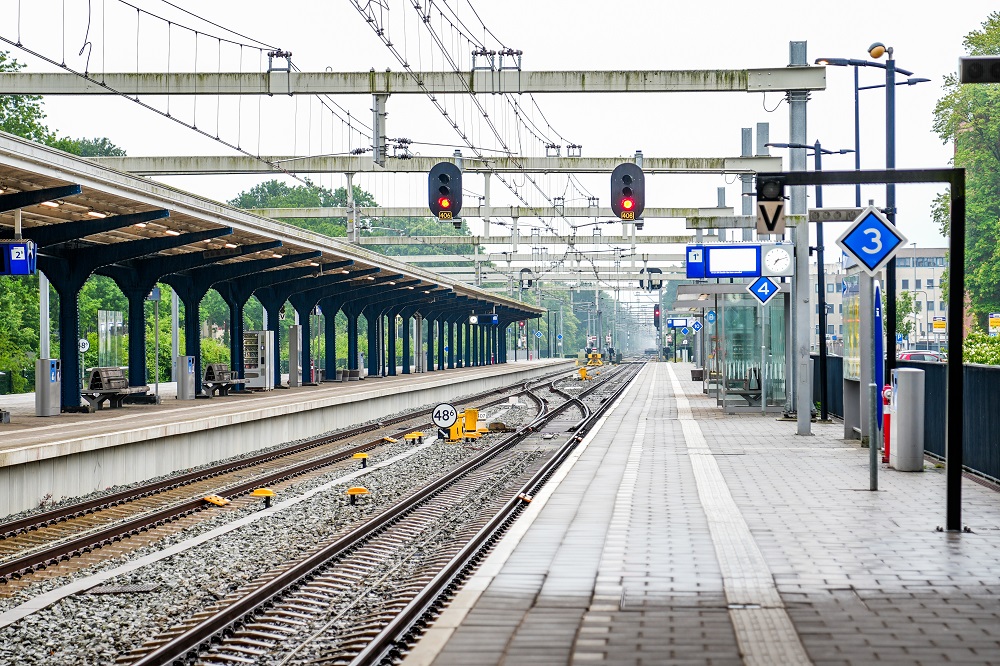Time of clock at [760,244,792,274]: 7:12
